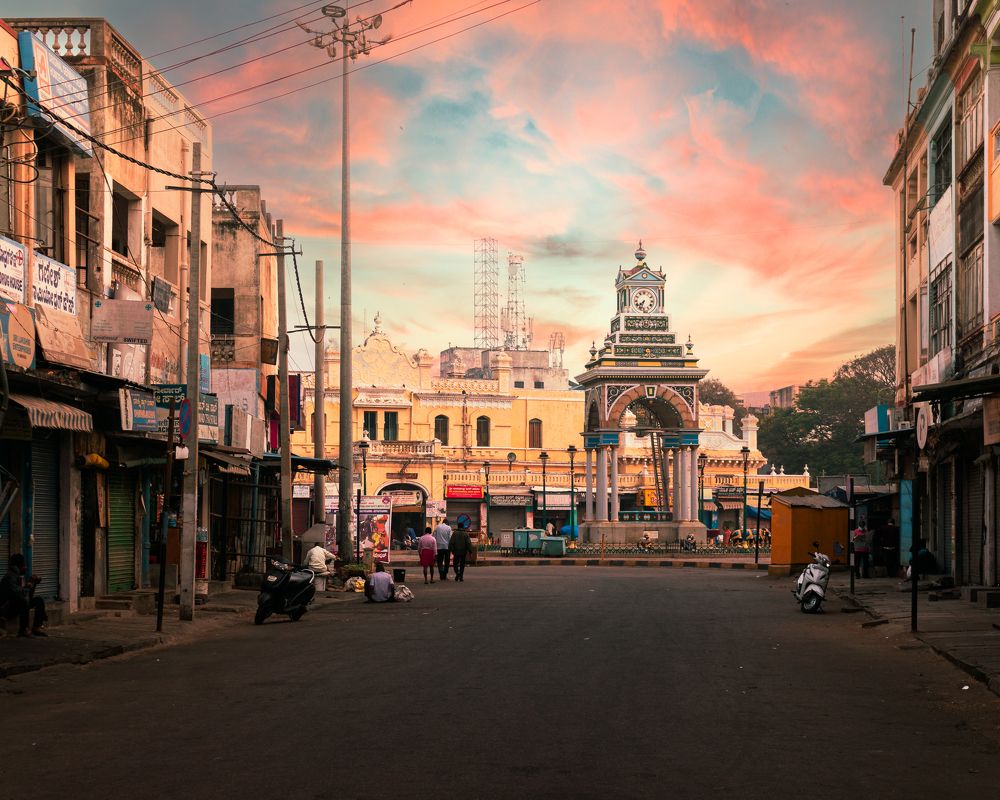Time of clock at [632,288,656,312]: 7:33
